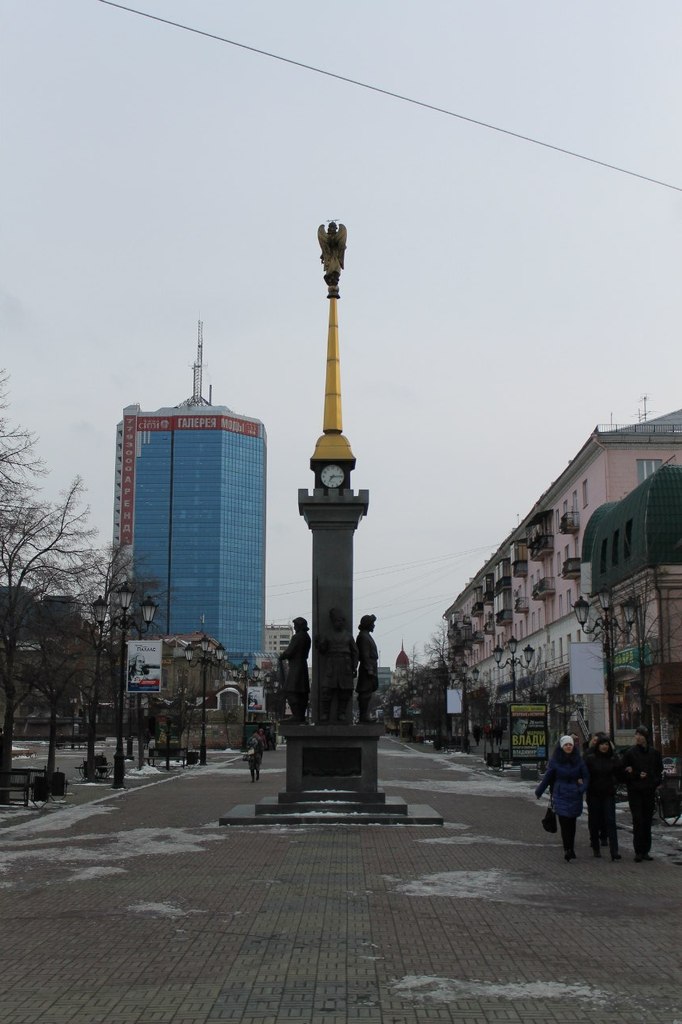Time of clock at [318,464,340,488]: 7:14
